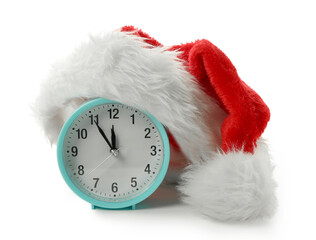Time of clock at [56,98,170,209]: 11:54
